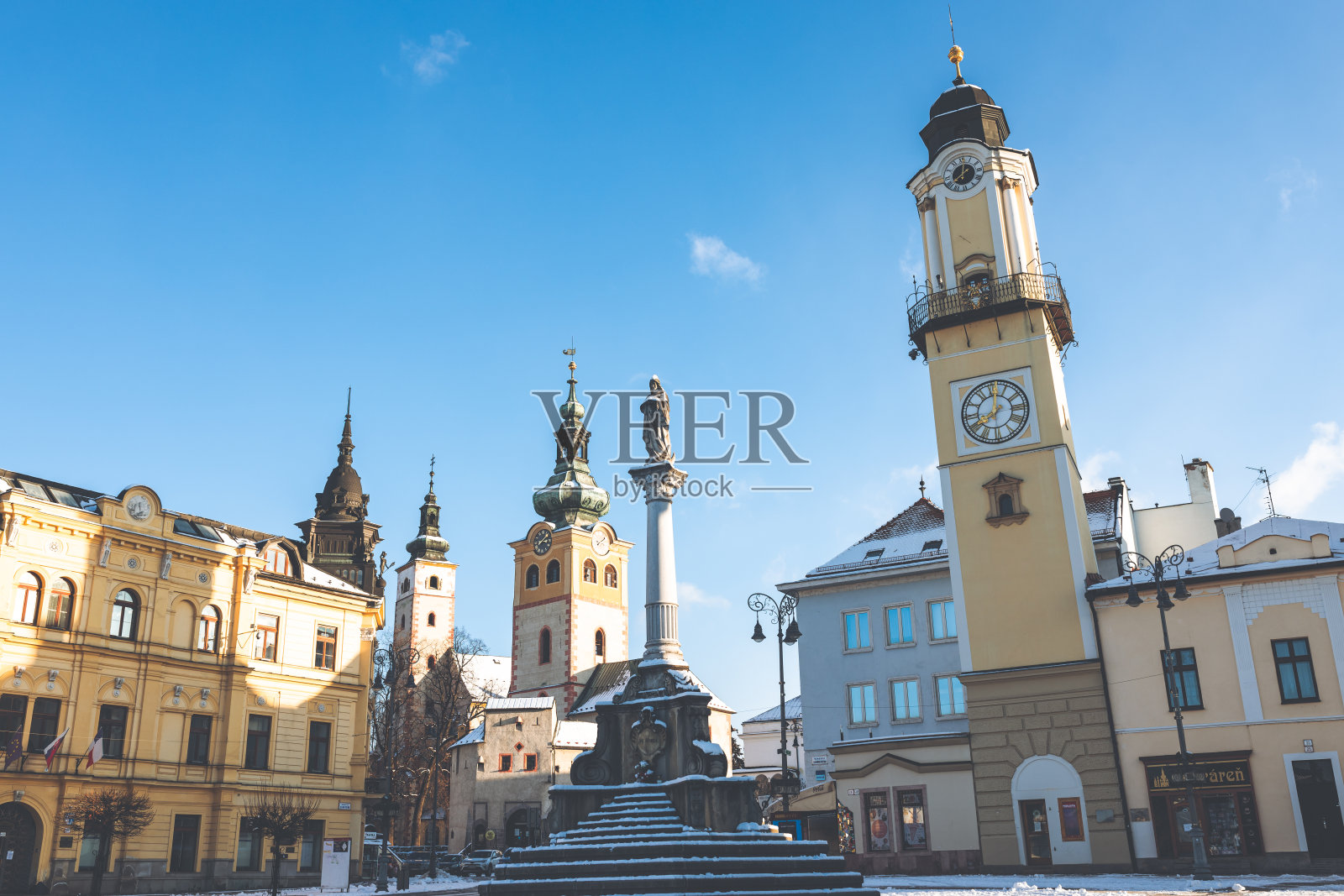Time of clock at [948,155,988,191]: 8:01
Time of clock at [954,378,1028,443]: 8:01
